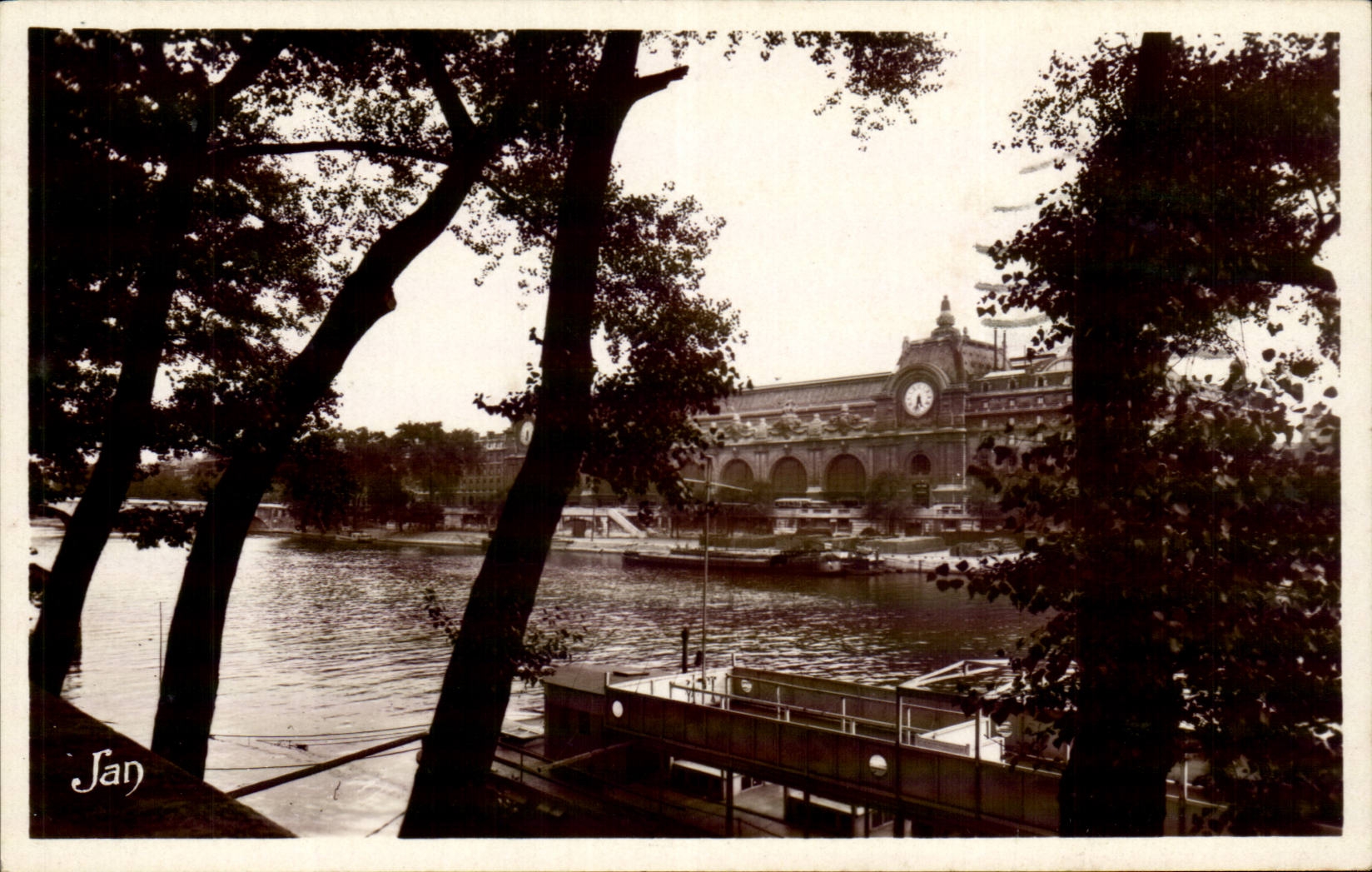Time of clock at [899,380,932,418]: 5:32
